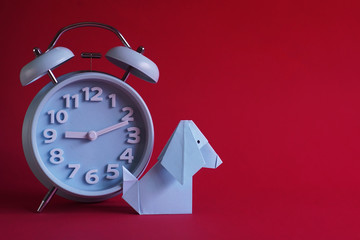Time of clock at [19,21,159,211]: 9:11
